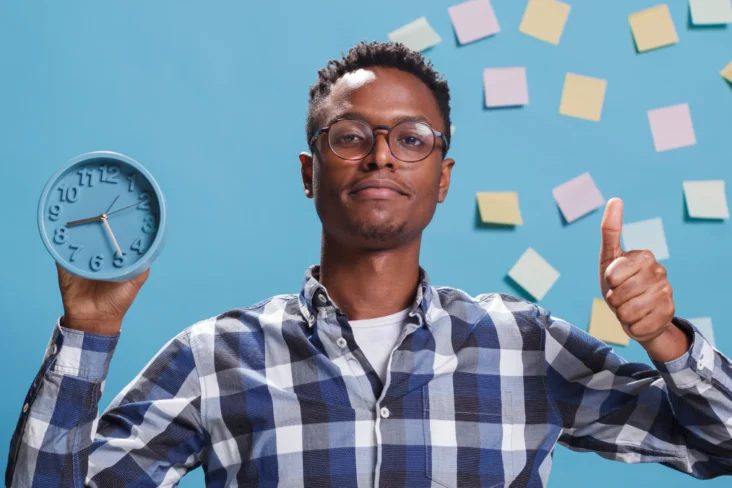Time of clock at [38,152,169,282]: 8:24
